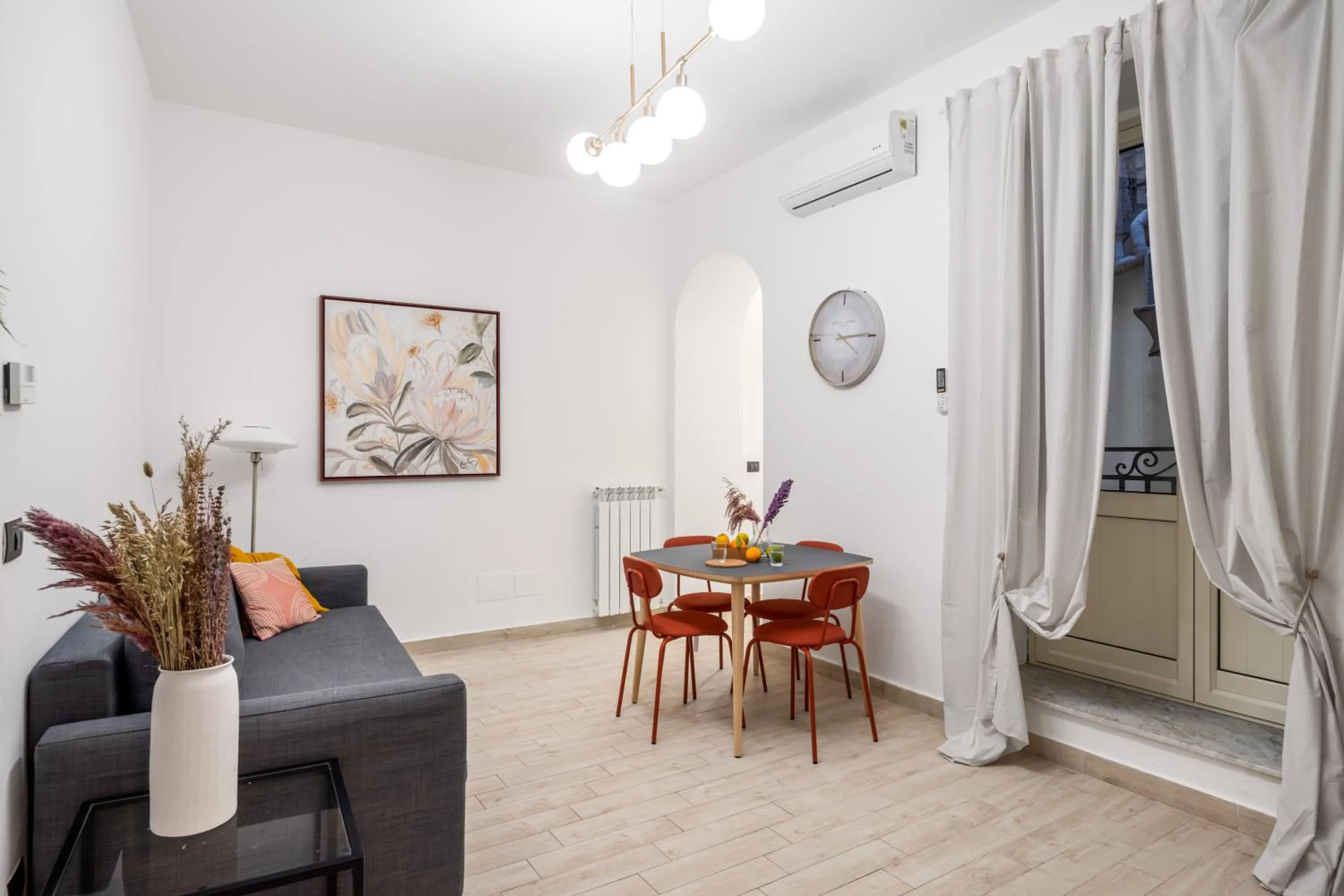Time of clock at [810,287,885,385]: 4:14
